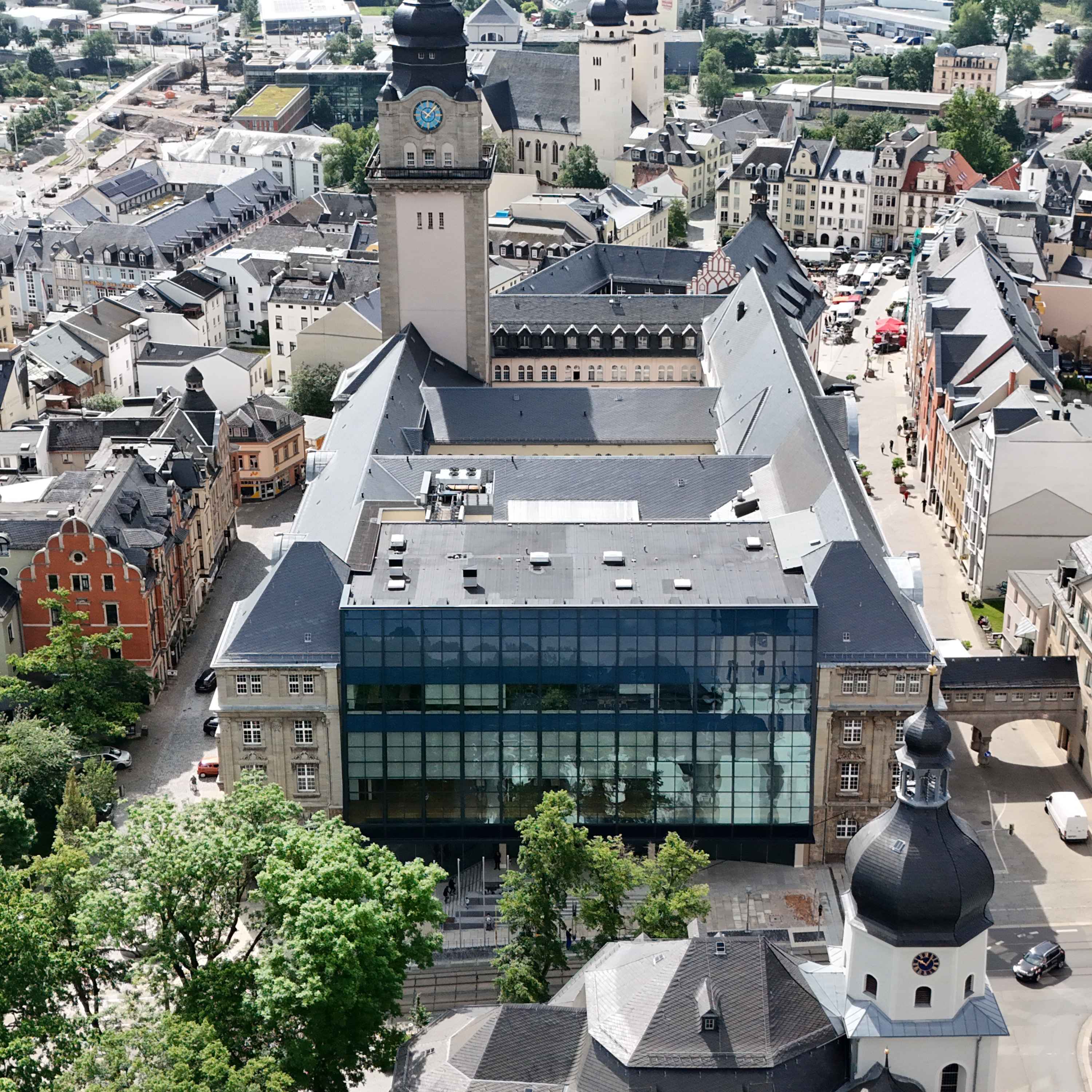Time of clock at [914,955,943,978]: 12:49
